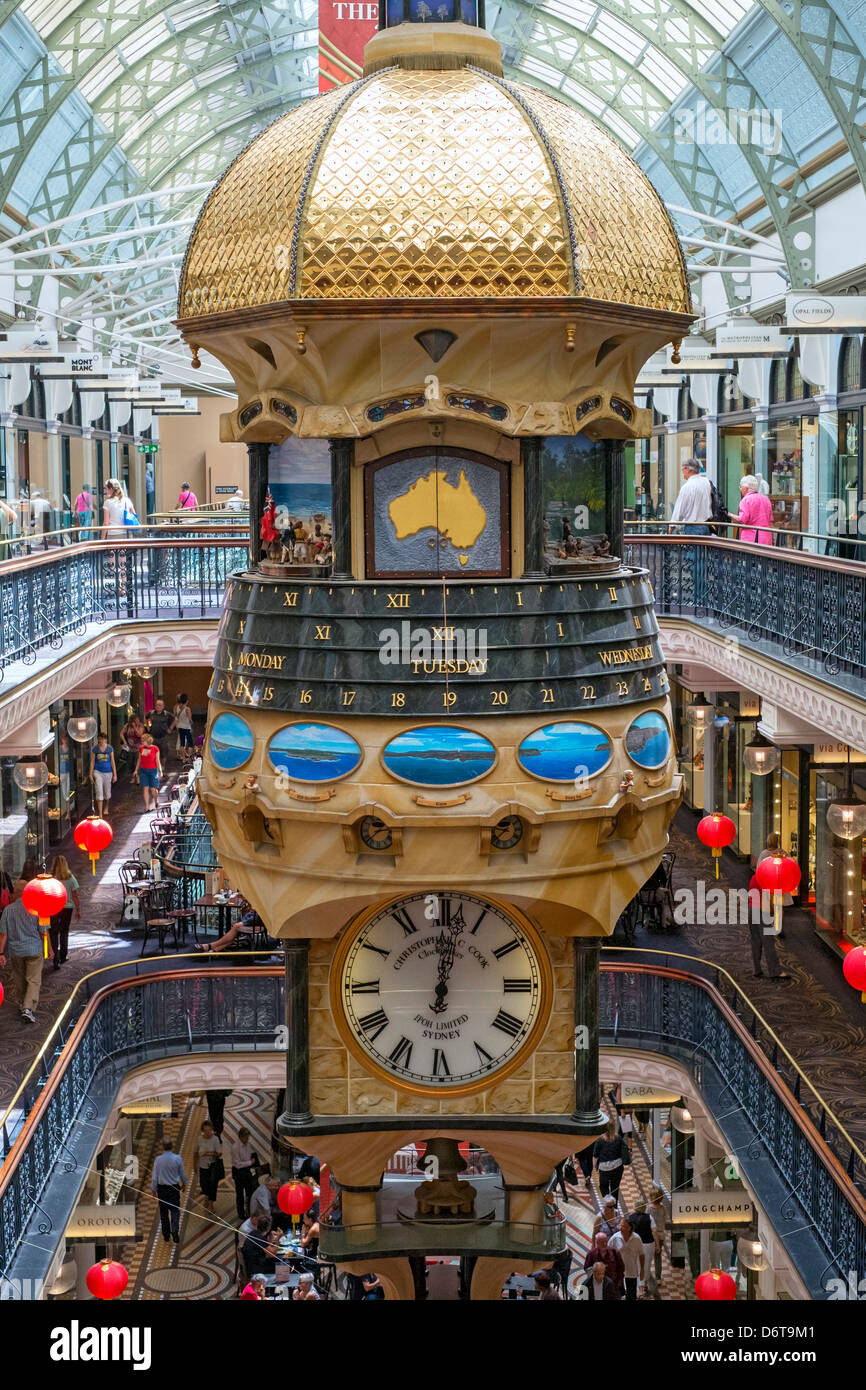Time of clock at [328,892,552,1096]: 12:01
